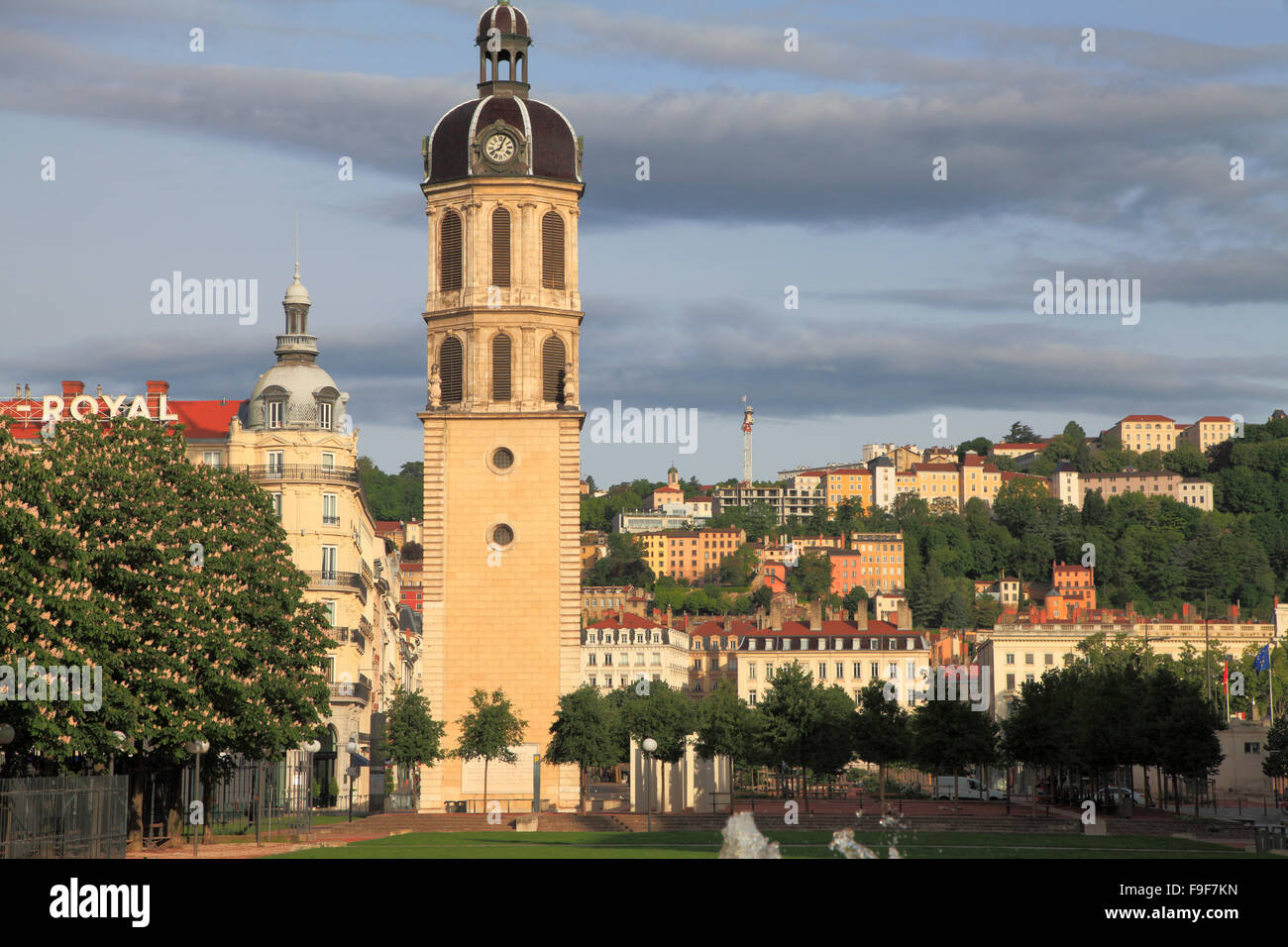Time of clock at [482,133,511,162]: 8:04
